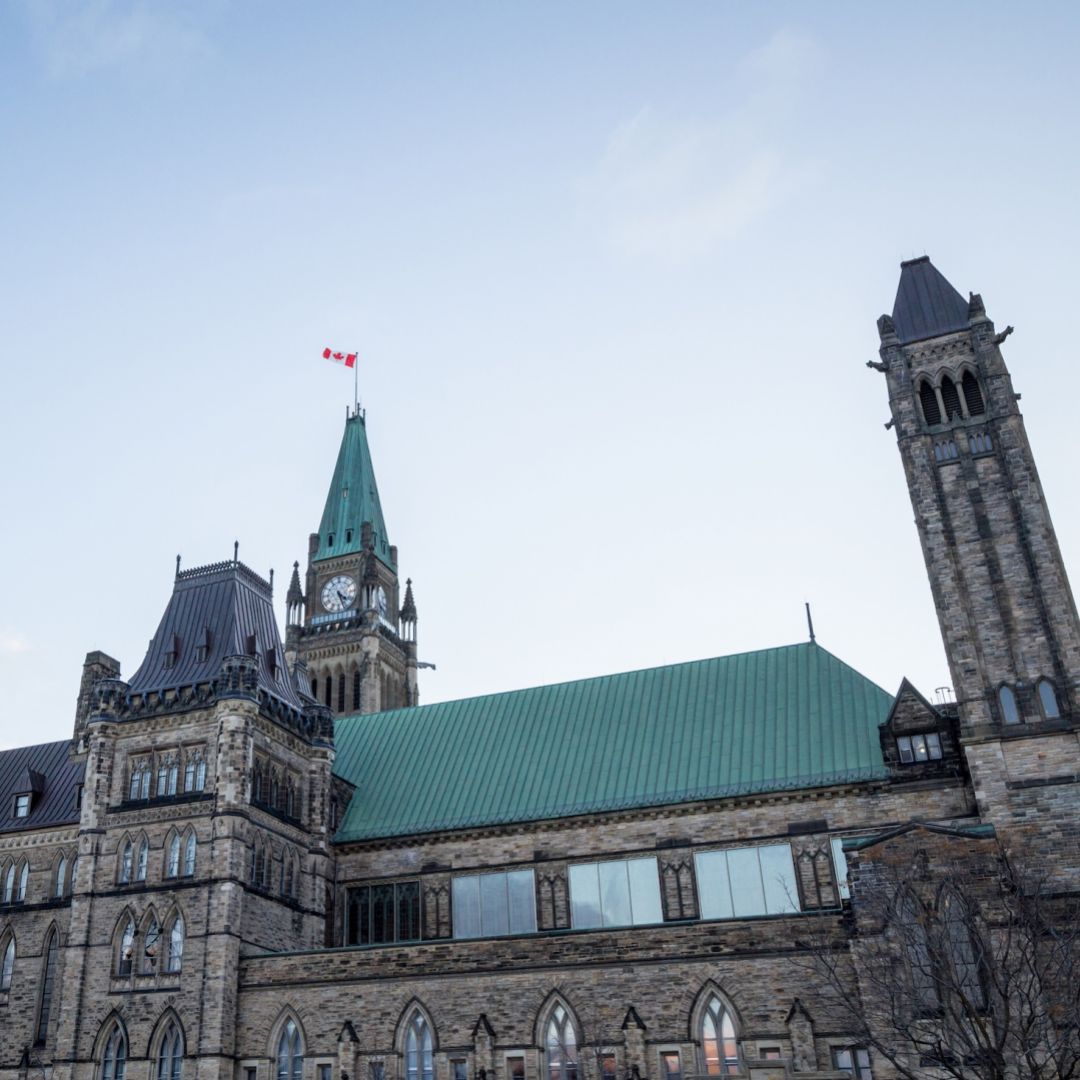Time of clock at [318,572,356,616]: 4:26
